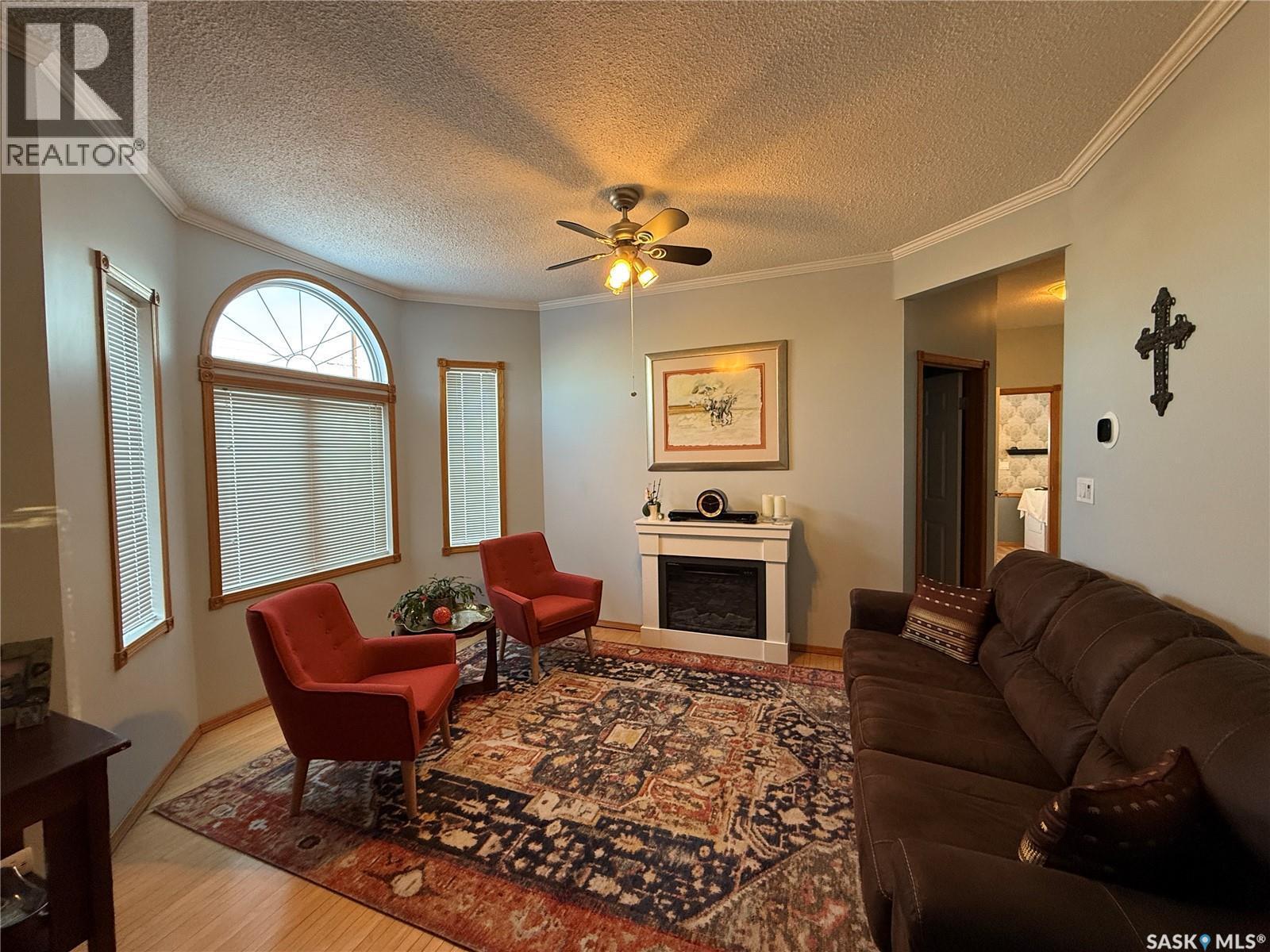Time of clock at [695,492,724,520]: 9:12
